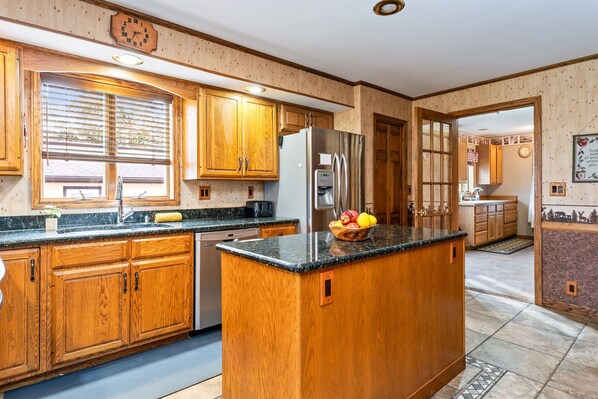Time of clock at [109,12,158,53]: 2:33
